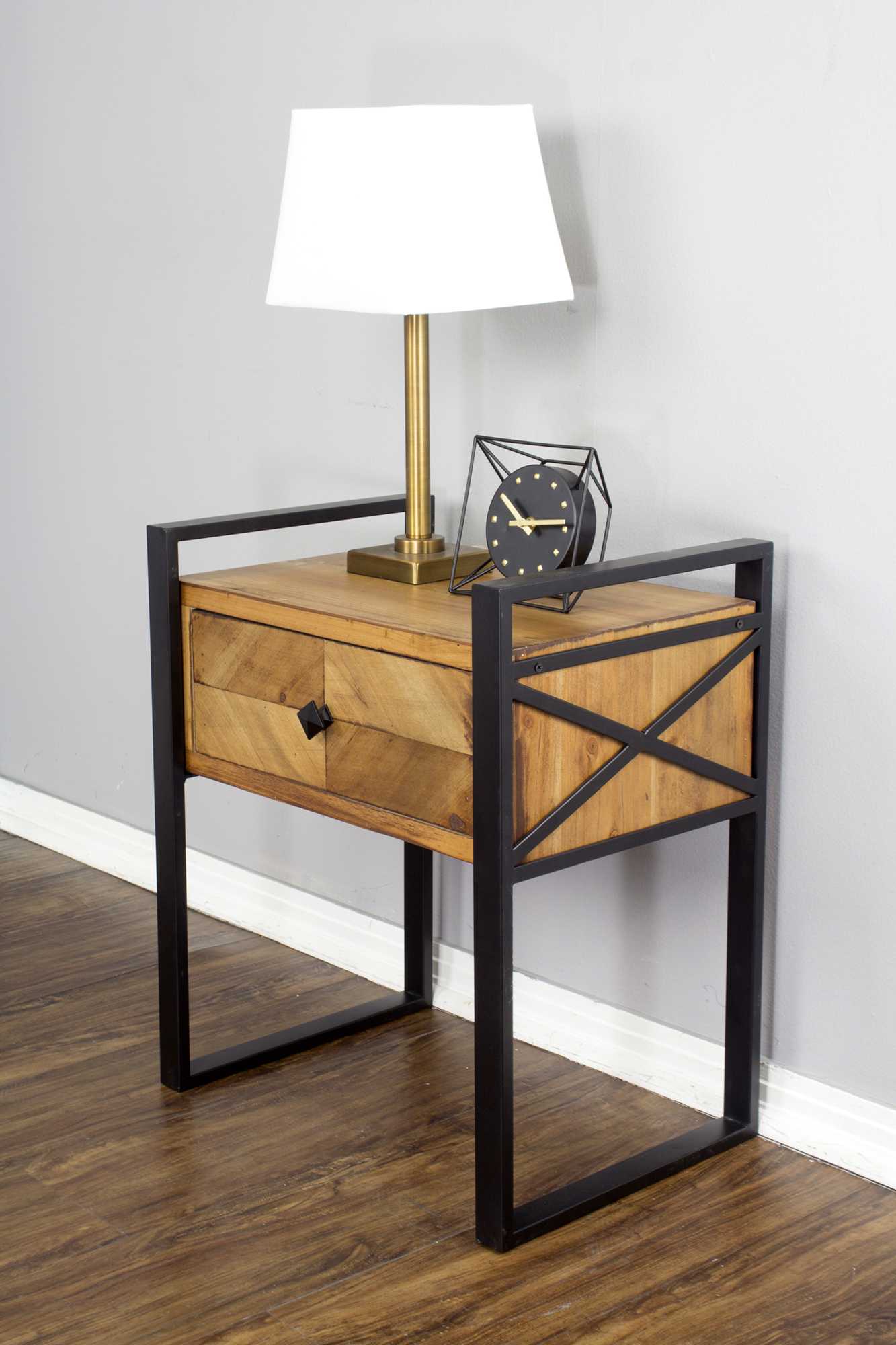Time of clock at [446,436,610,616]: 10:14
